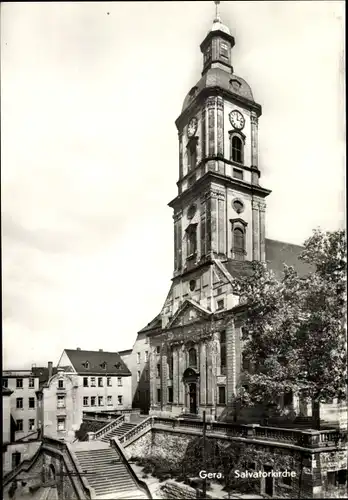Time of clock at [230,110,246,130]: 12:13
